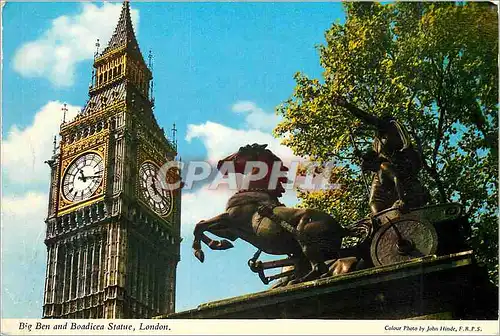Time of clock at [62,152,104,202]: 11:17
